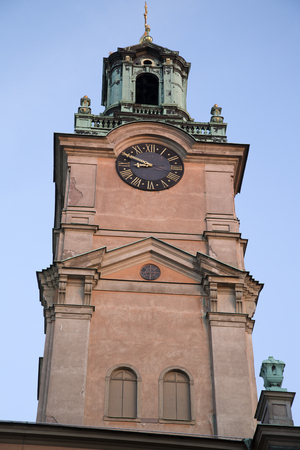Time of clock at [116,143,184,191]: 8:48
